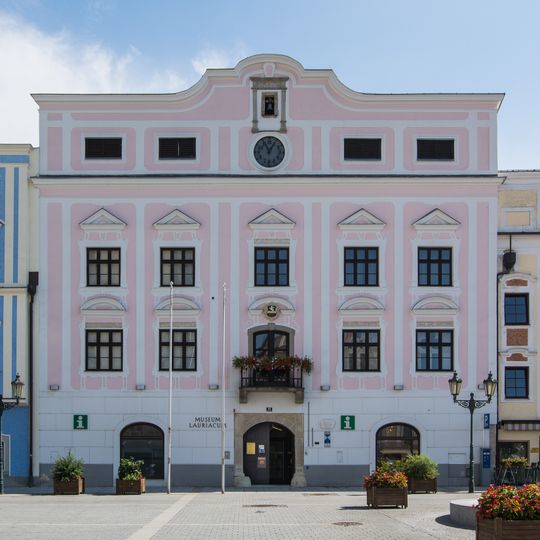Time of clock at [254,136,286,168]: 12:55
